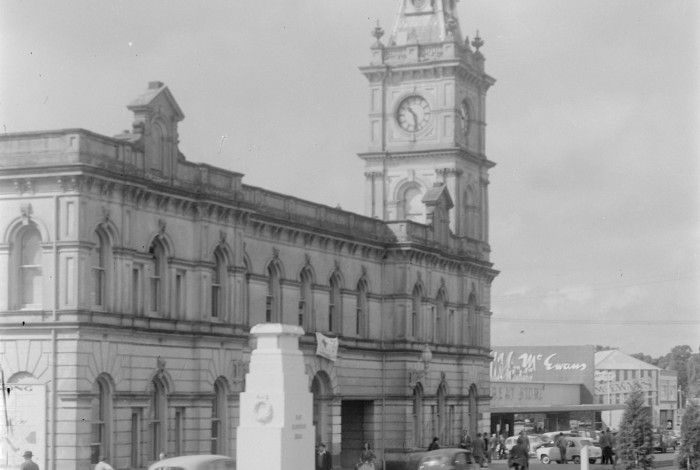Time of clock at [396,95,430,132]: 10:28
